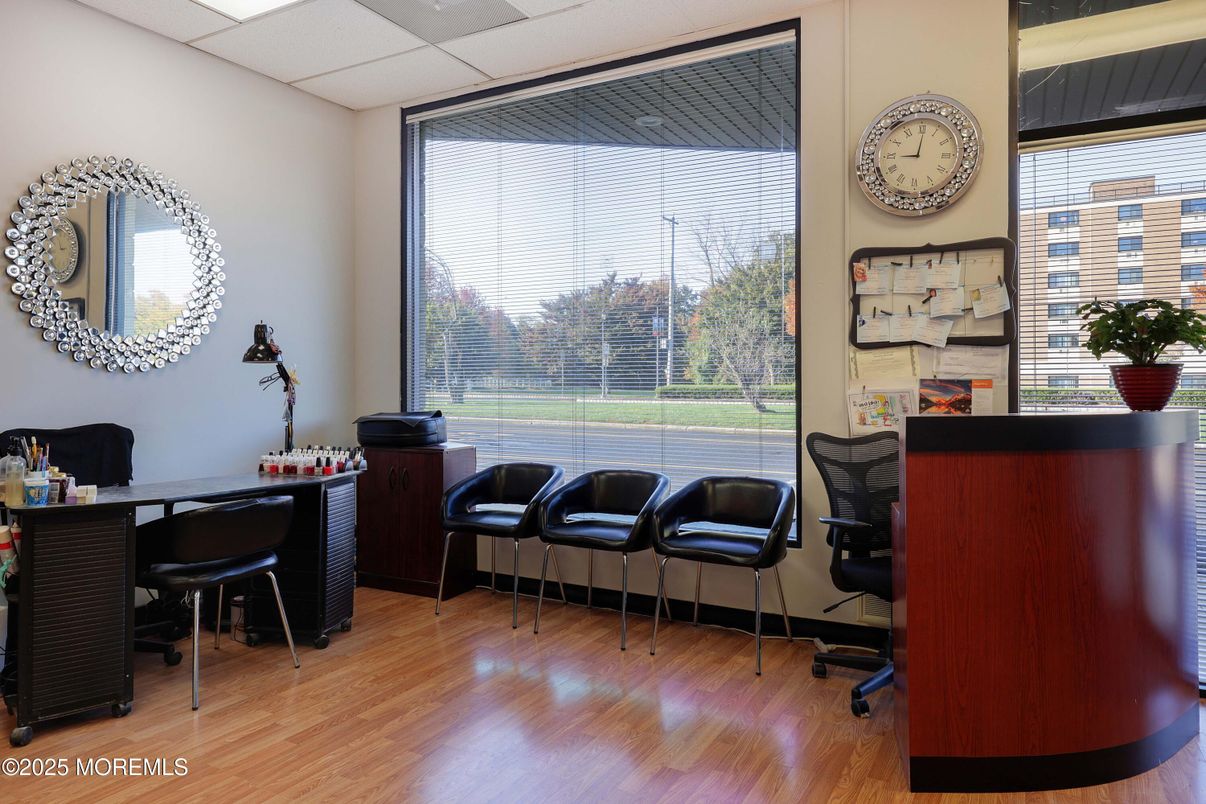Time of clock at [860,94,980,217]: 9:01
